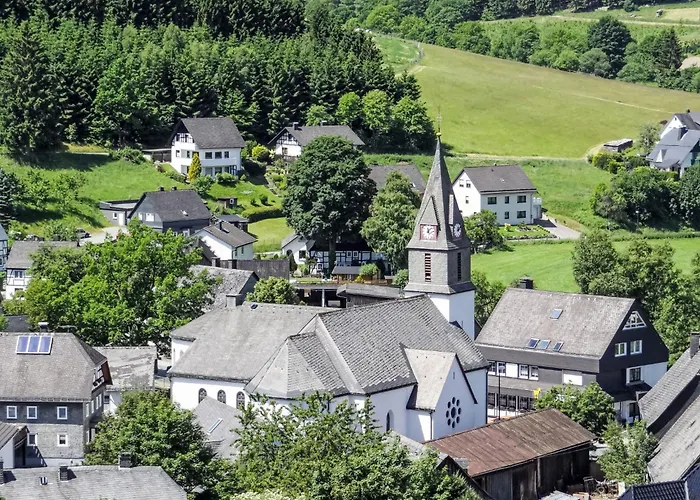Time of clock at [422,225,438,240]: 11:07
